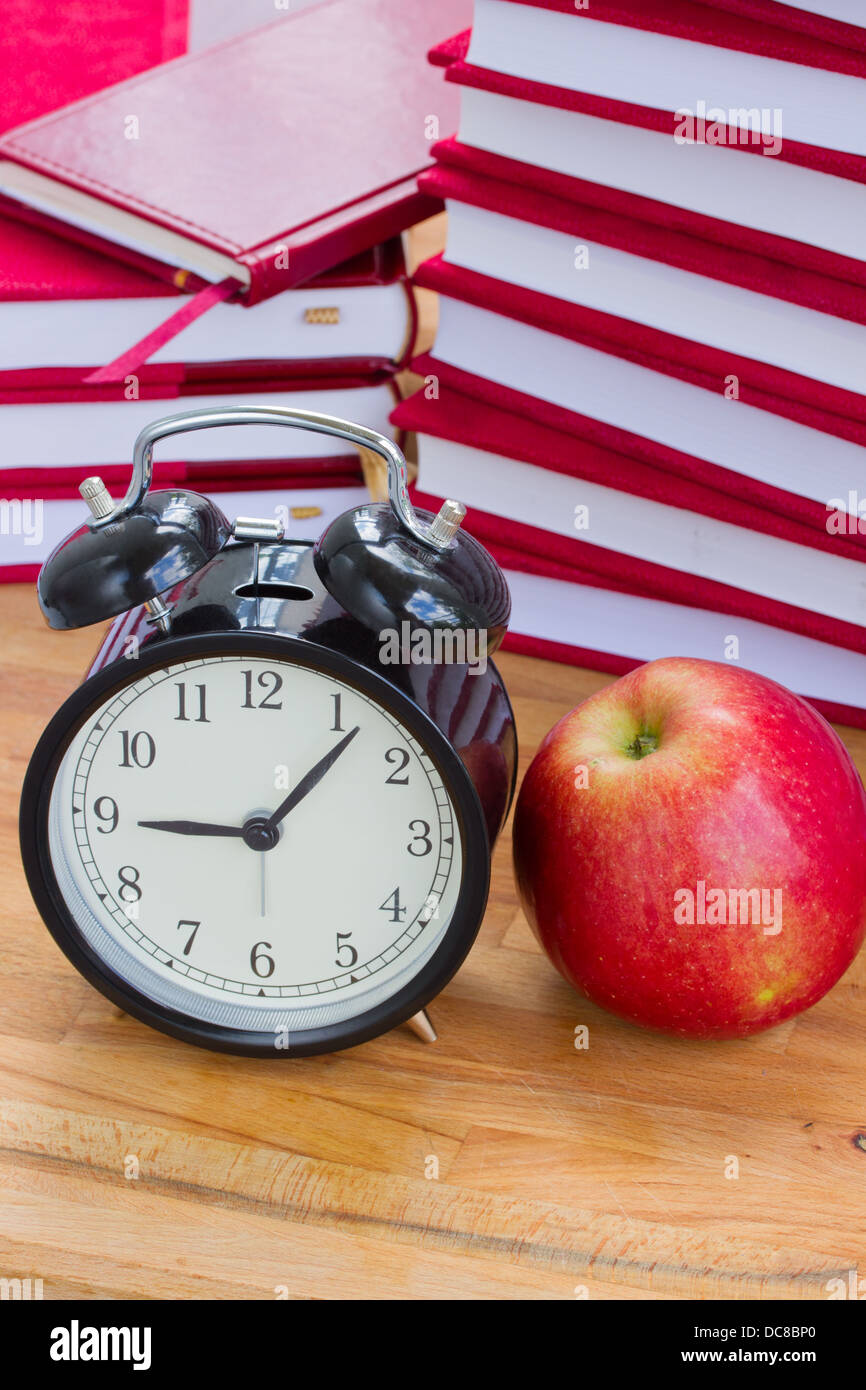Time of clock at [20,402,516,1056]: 9:07
